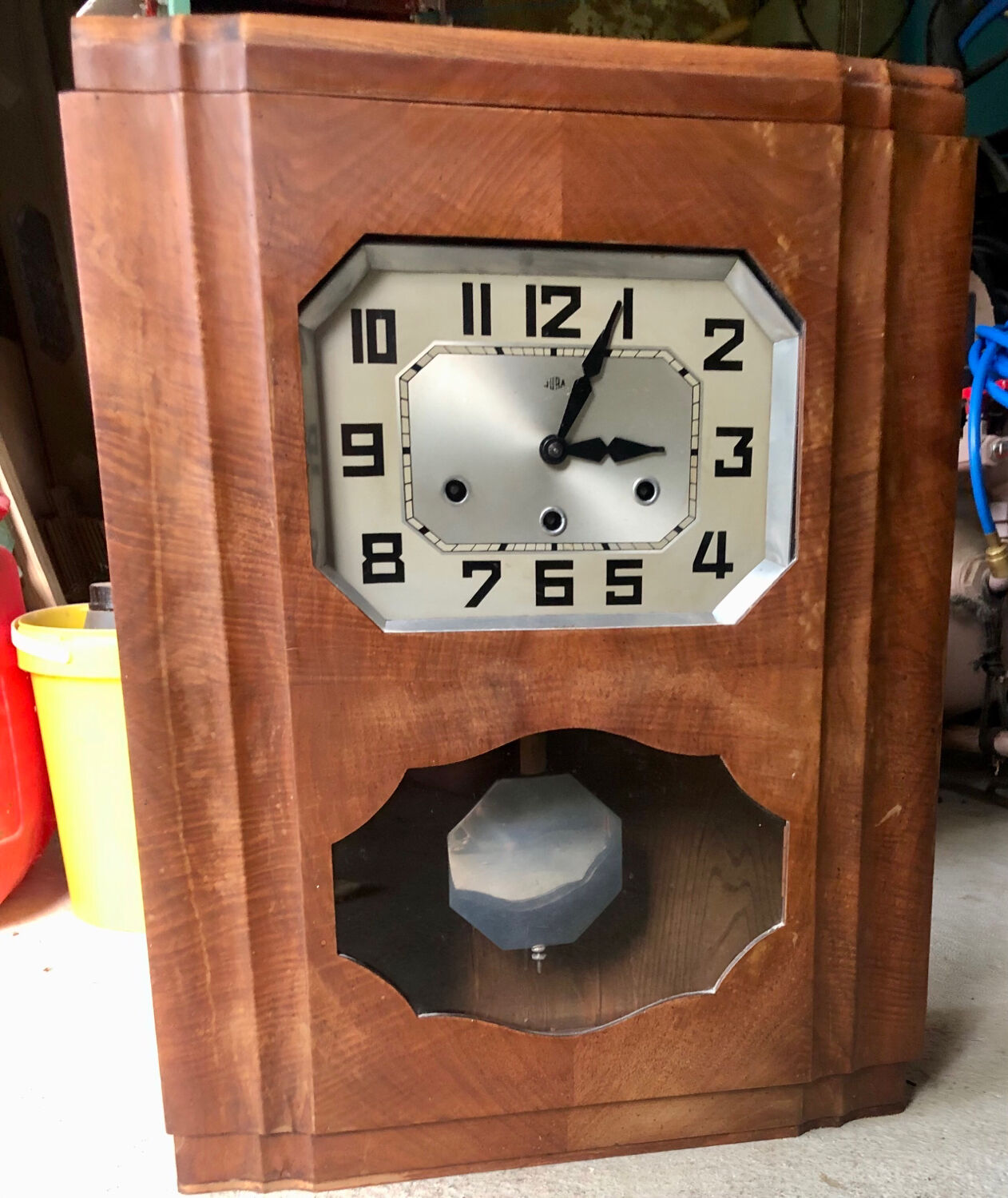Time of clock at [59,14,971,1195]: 3:04
